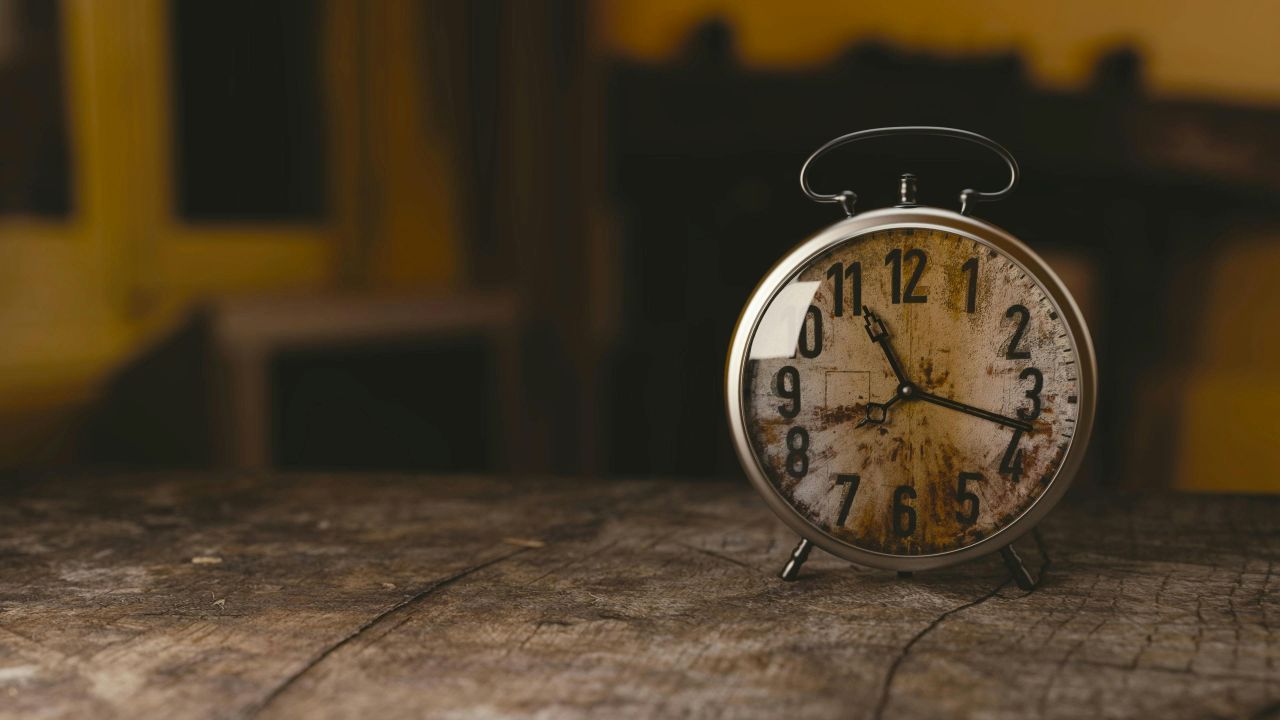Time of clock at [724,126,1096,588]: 11:17
